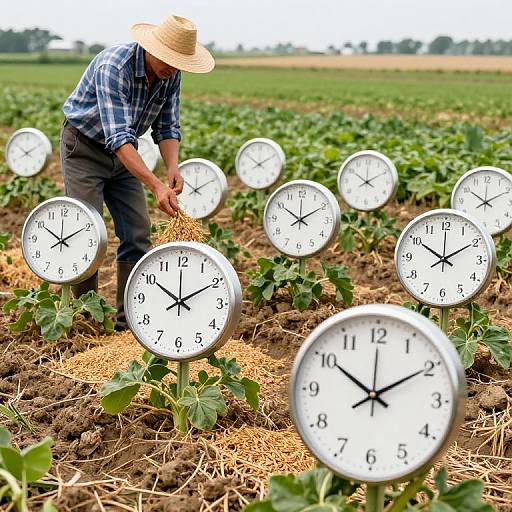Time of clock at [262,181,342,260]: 10:09
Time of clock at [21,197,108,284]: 10:09
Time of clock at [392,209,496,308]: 10:09
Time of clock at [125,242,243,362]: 10:09
